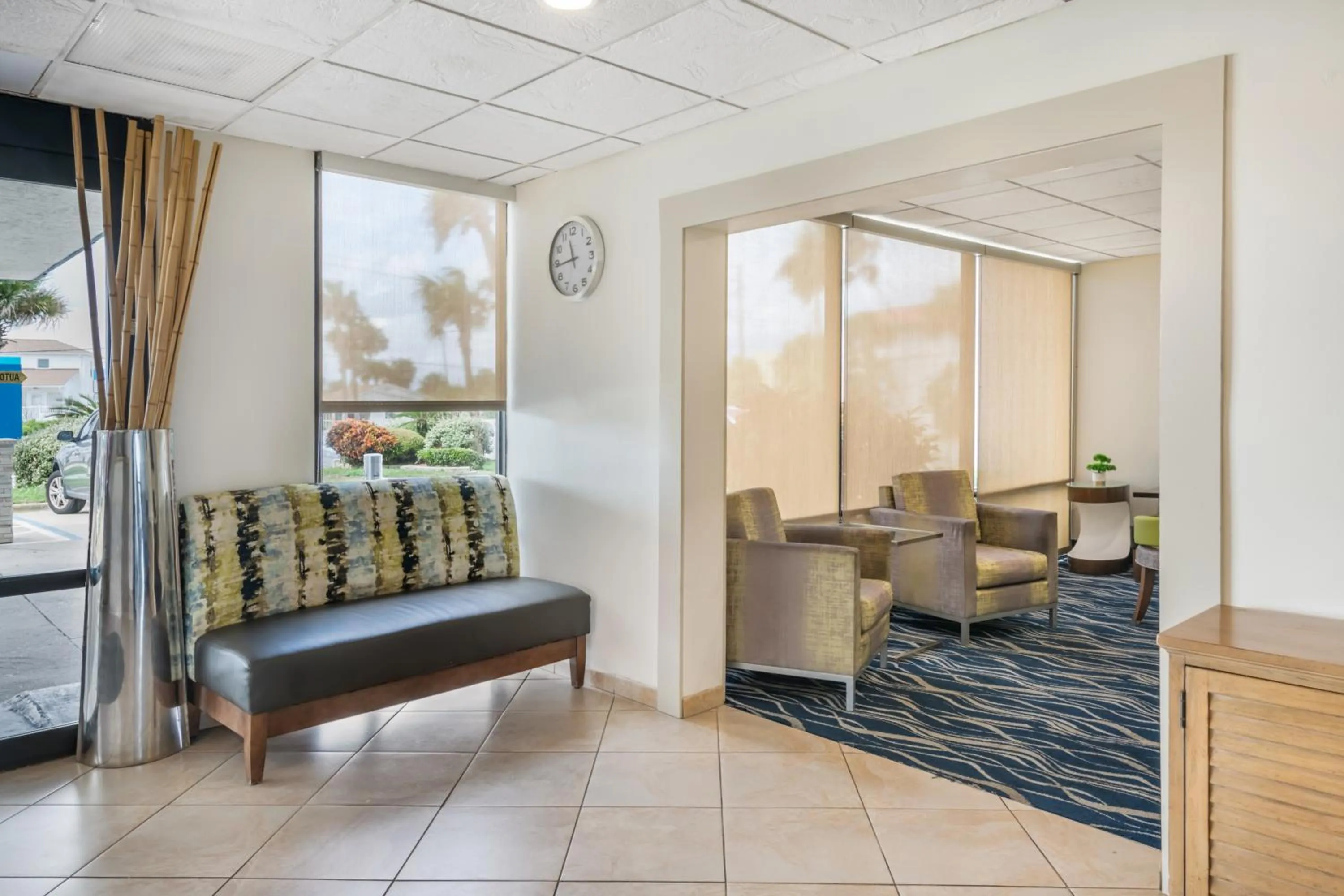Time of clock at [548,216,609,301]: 11:44
